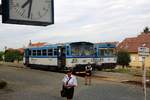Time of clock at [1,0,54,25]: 7:31
